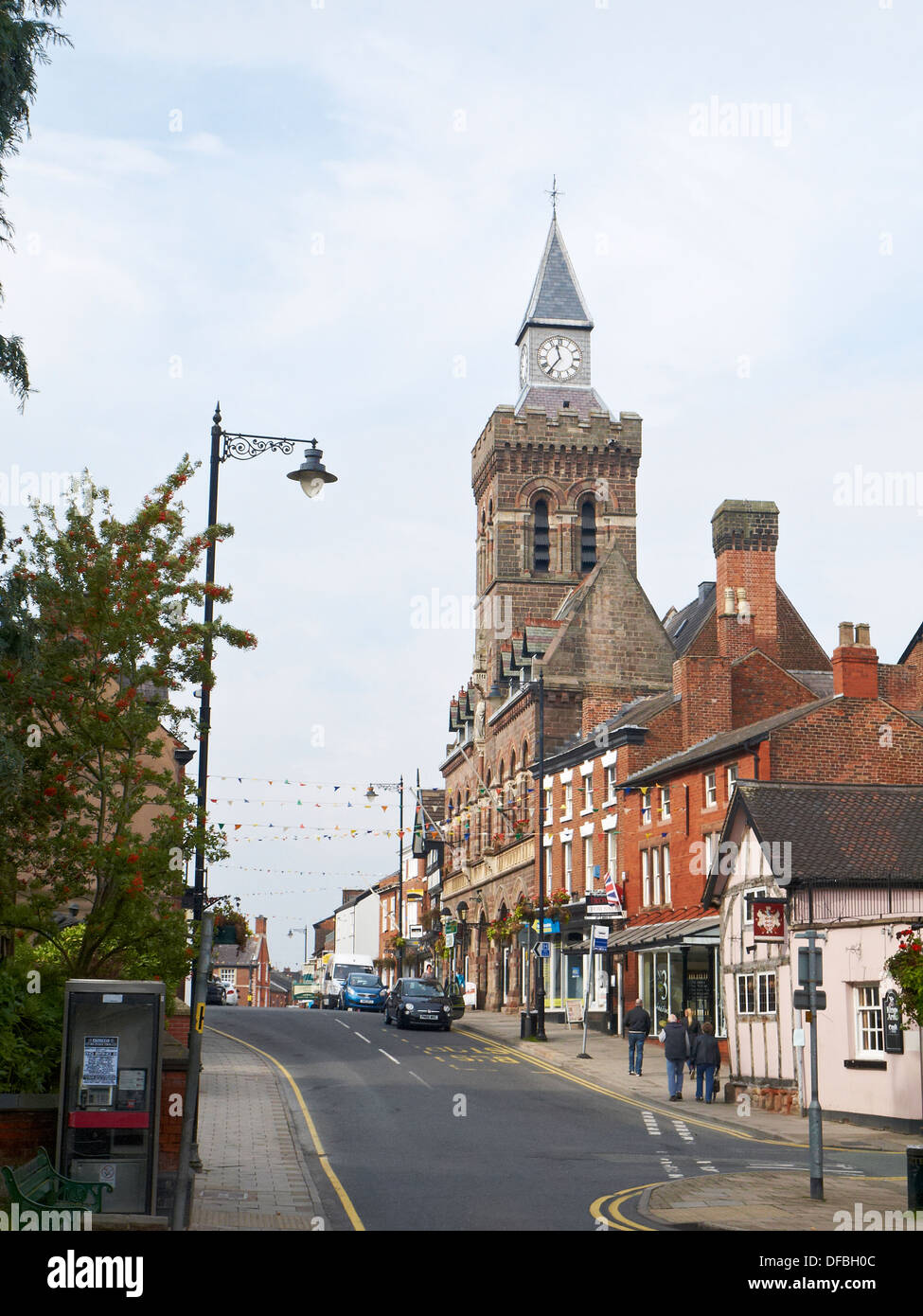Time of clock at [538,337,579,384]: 11:36
